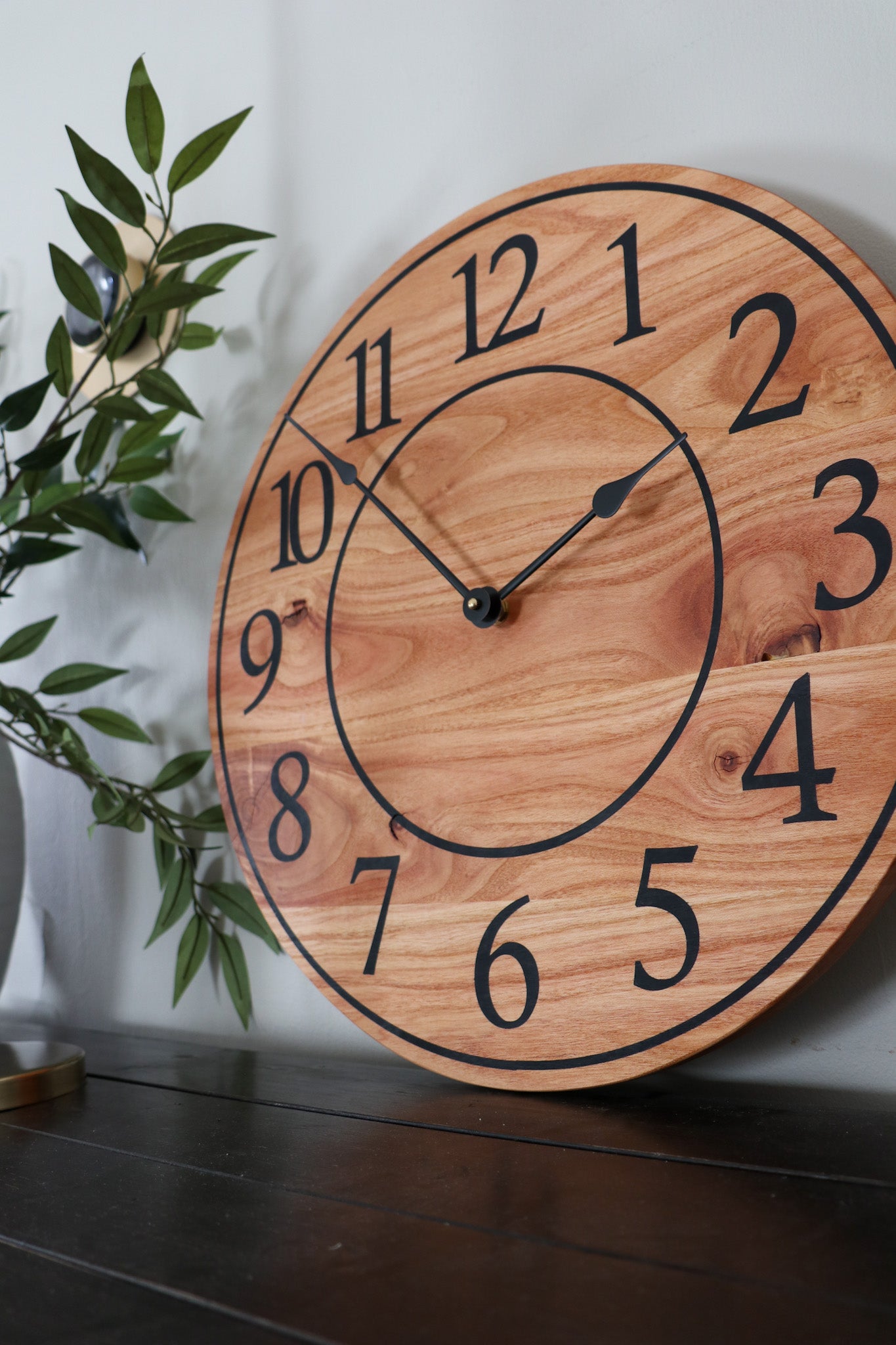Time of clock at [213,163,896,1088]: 1:52
